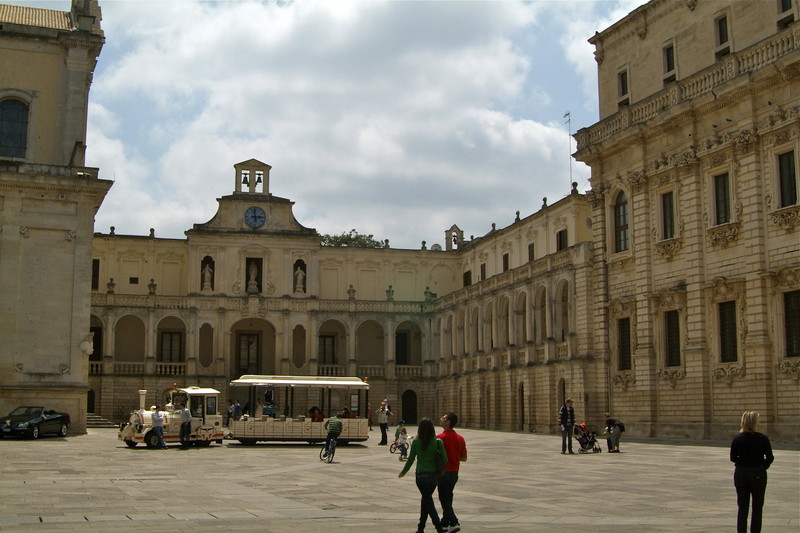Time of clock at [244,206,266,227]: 2:58
